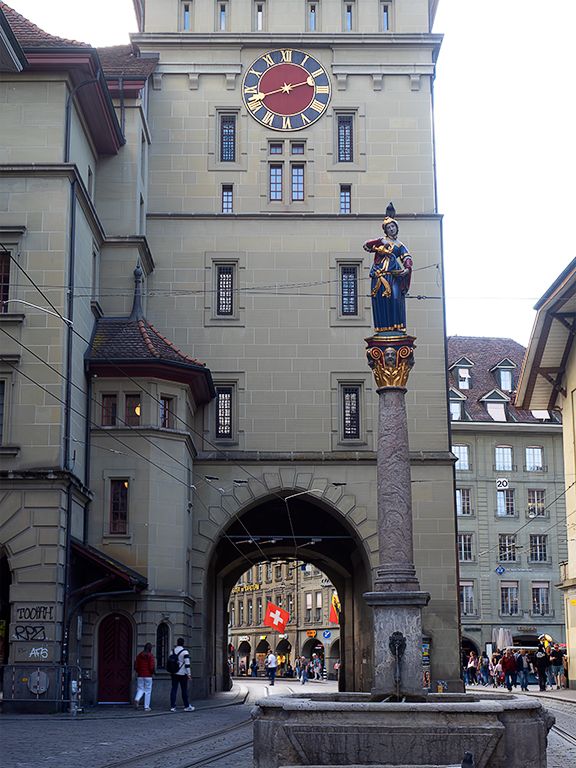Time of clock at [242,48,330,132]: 2:41
